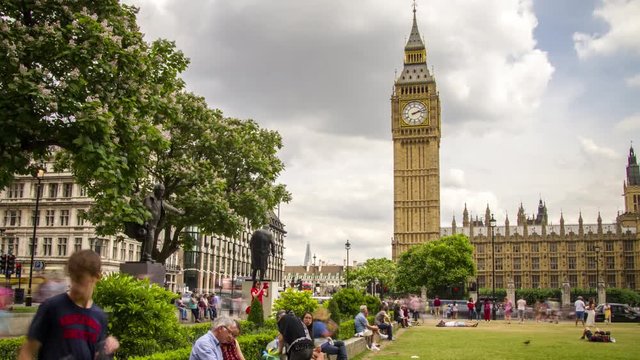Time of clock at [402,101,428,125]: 2:12
